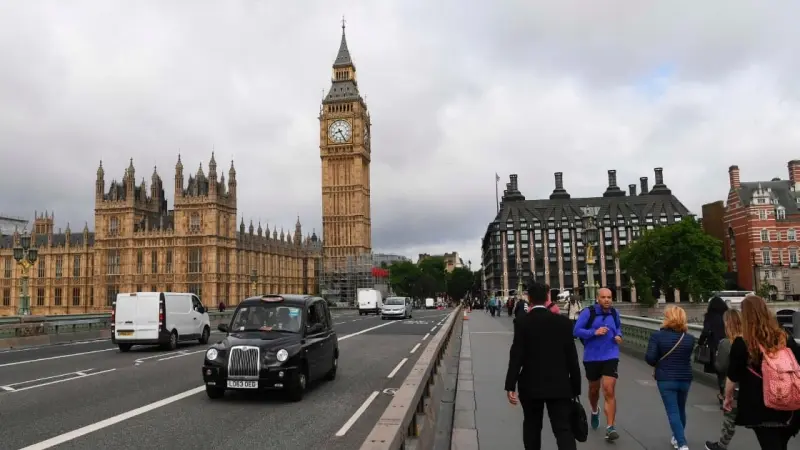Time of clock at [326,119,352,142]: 8:25
